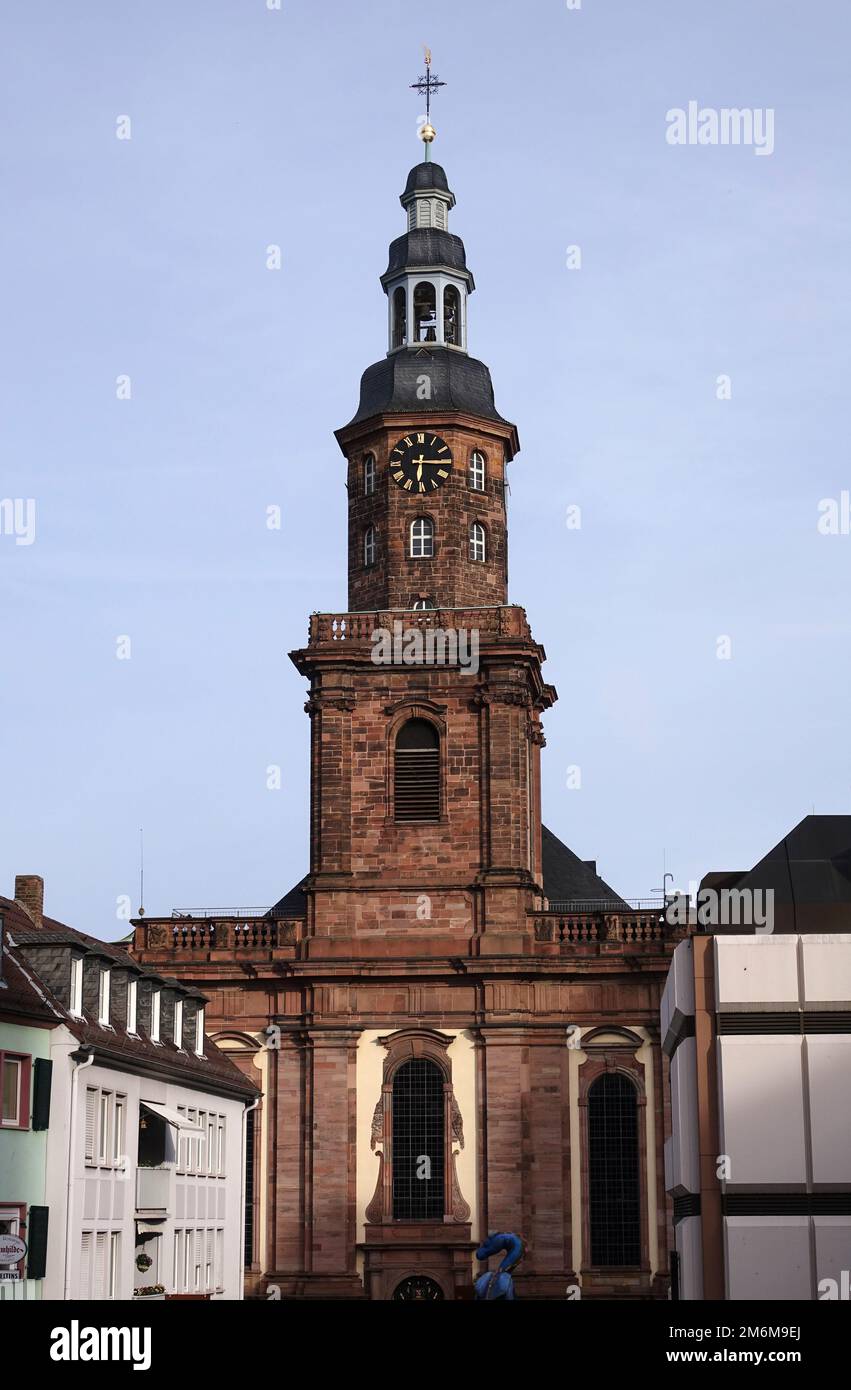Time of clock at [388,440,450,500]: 6:15
